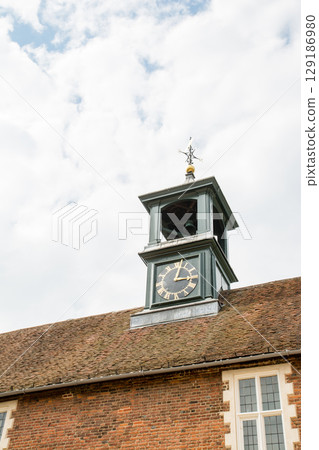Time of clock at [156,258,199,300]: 3:02
